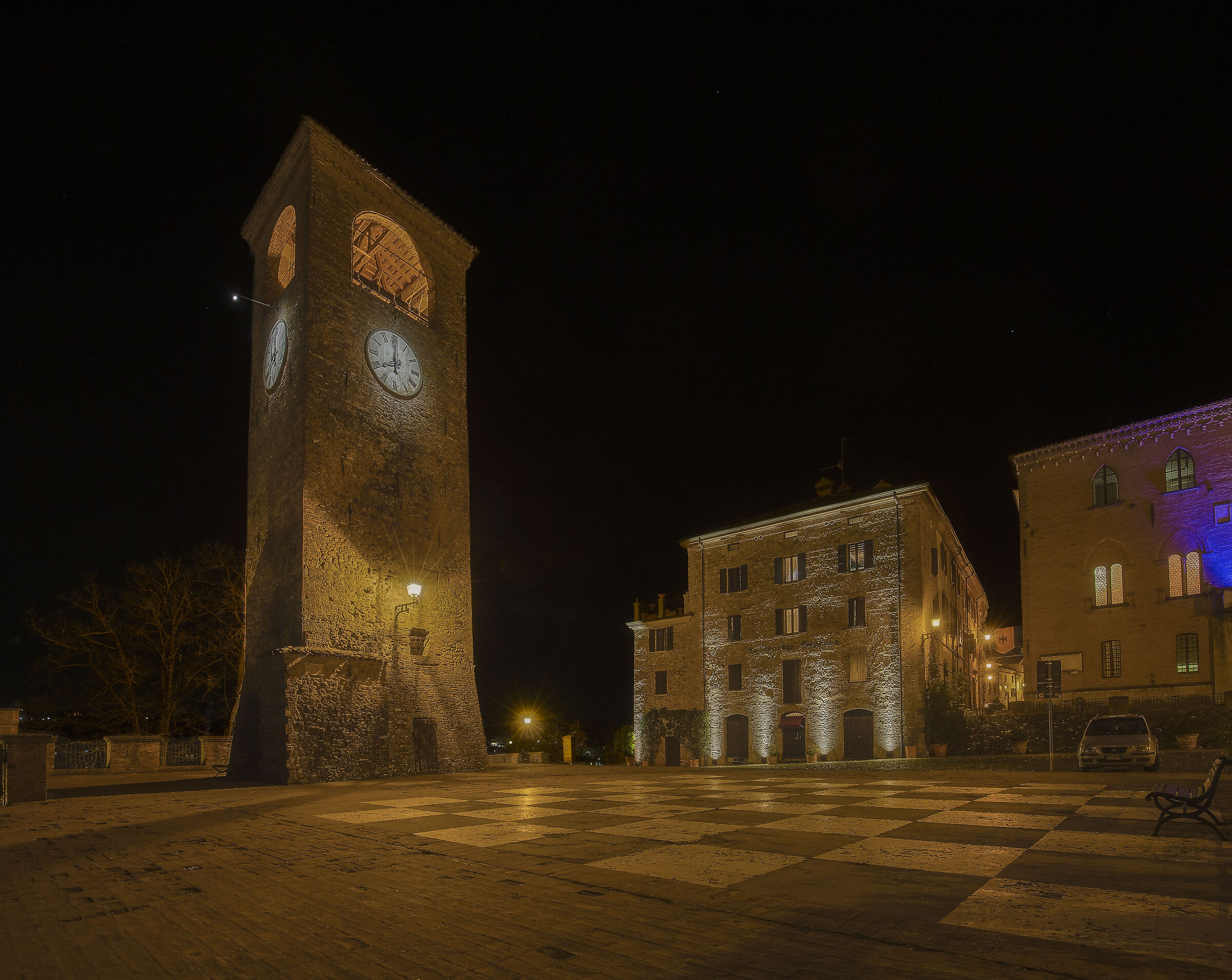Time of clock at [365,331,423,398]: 7:59
